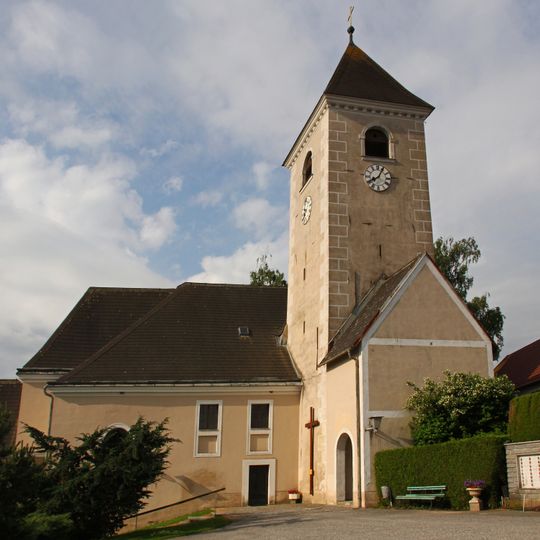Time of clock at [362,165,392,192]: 8:04
